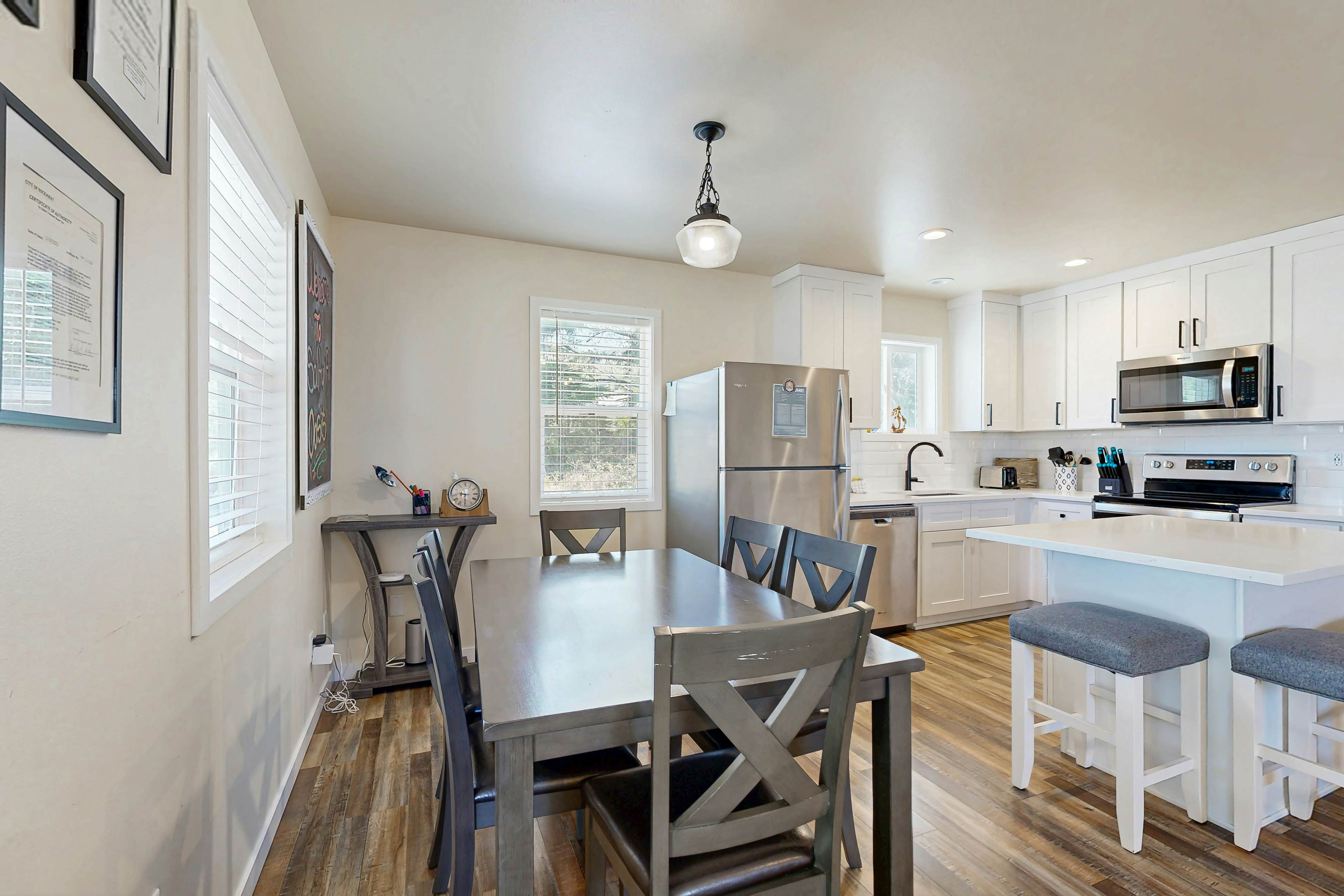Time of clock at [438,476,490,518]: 9:30
